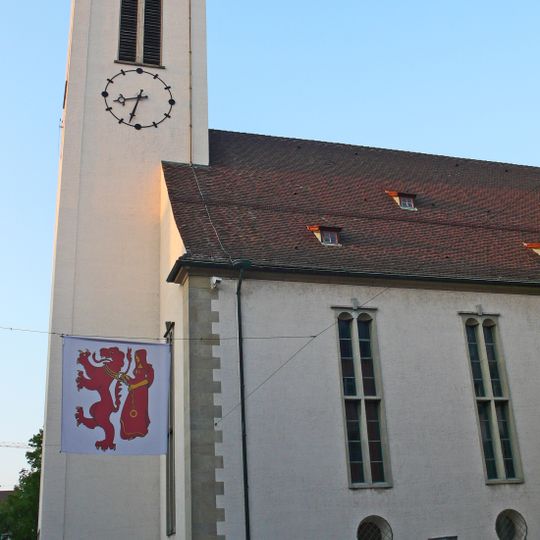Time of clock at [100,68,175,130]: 8:32
